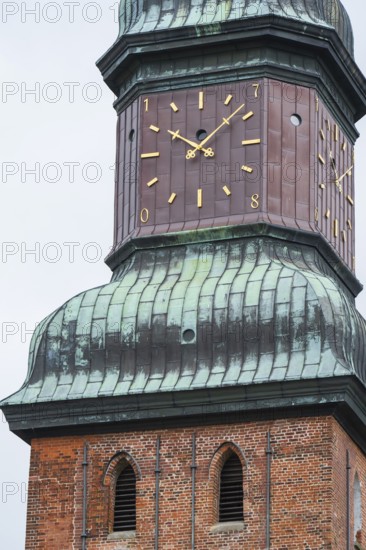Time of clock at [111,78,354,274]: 10:07
